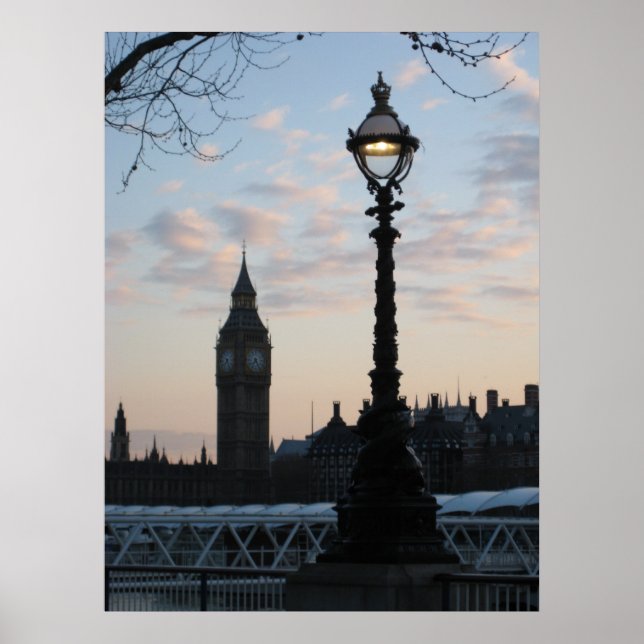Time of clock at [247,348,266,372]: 7:24
